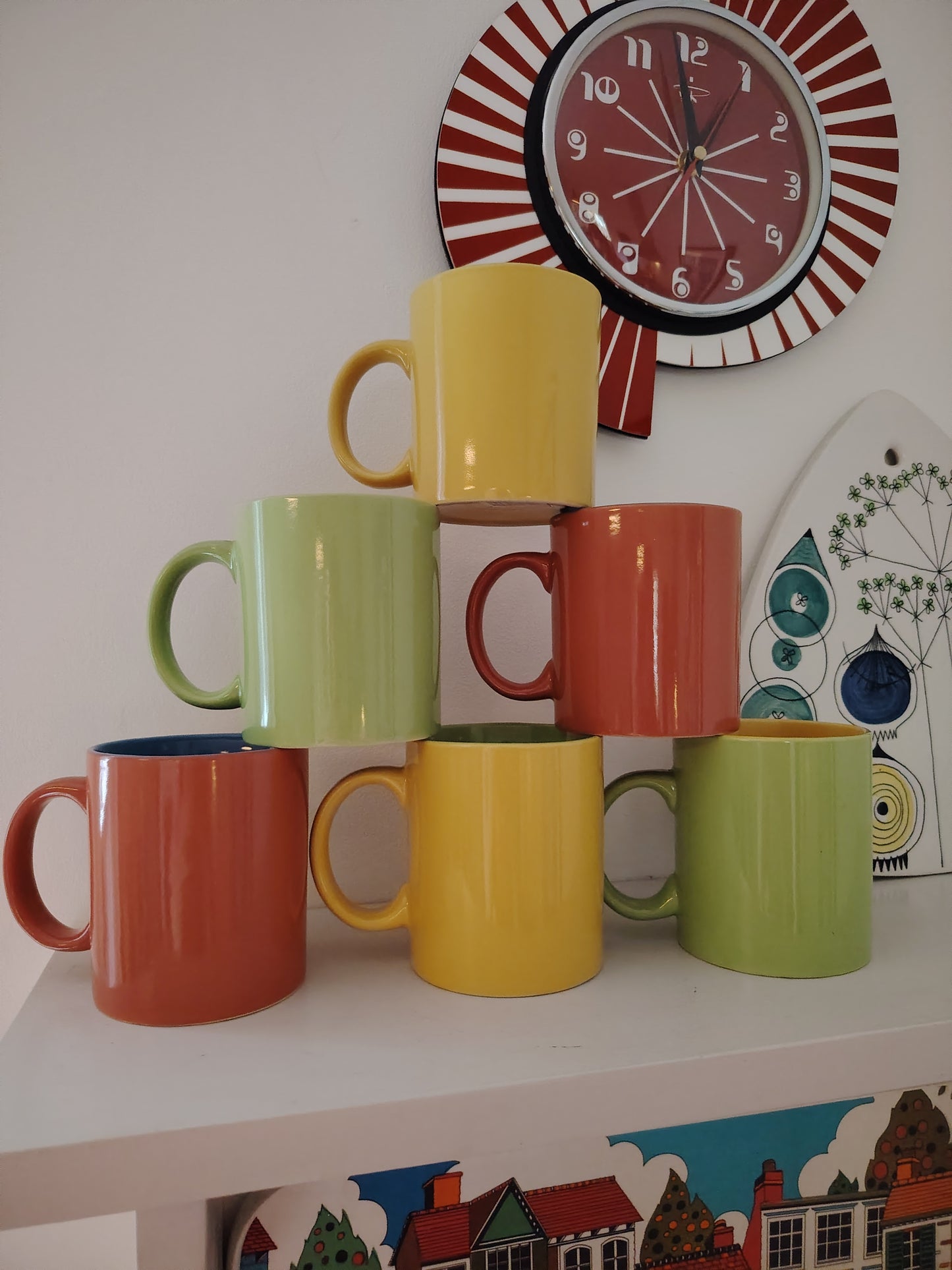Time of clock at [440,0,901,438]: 11:58
